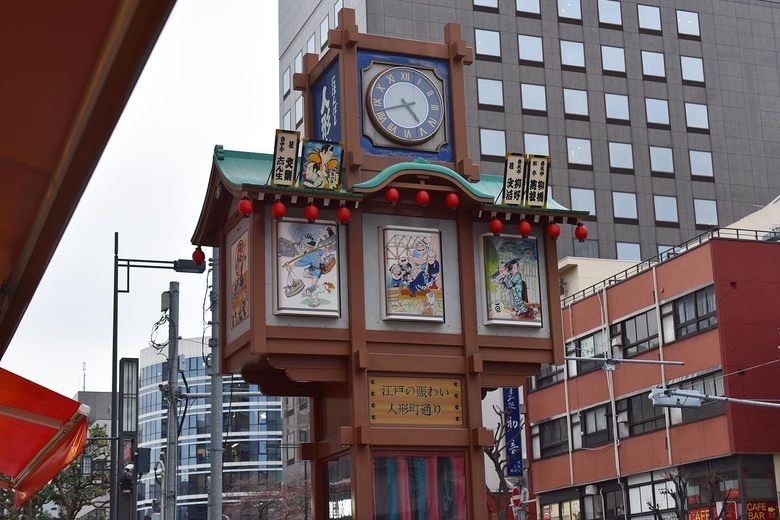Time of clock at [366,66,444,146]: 4:42
